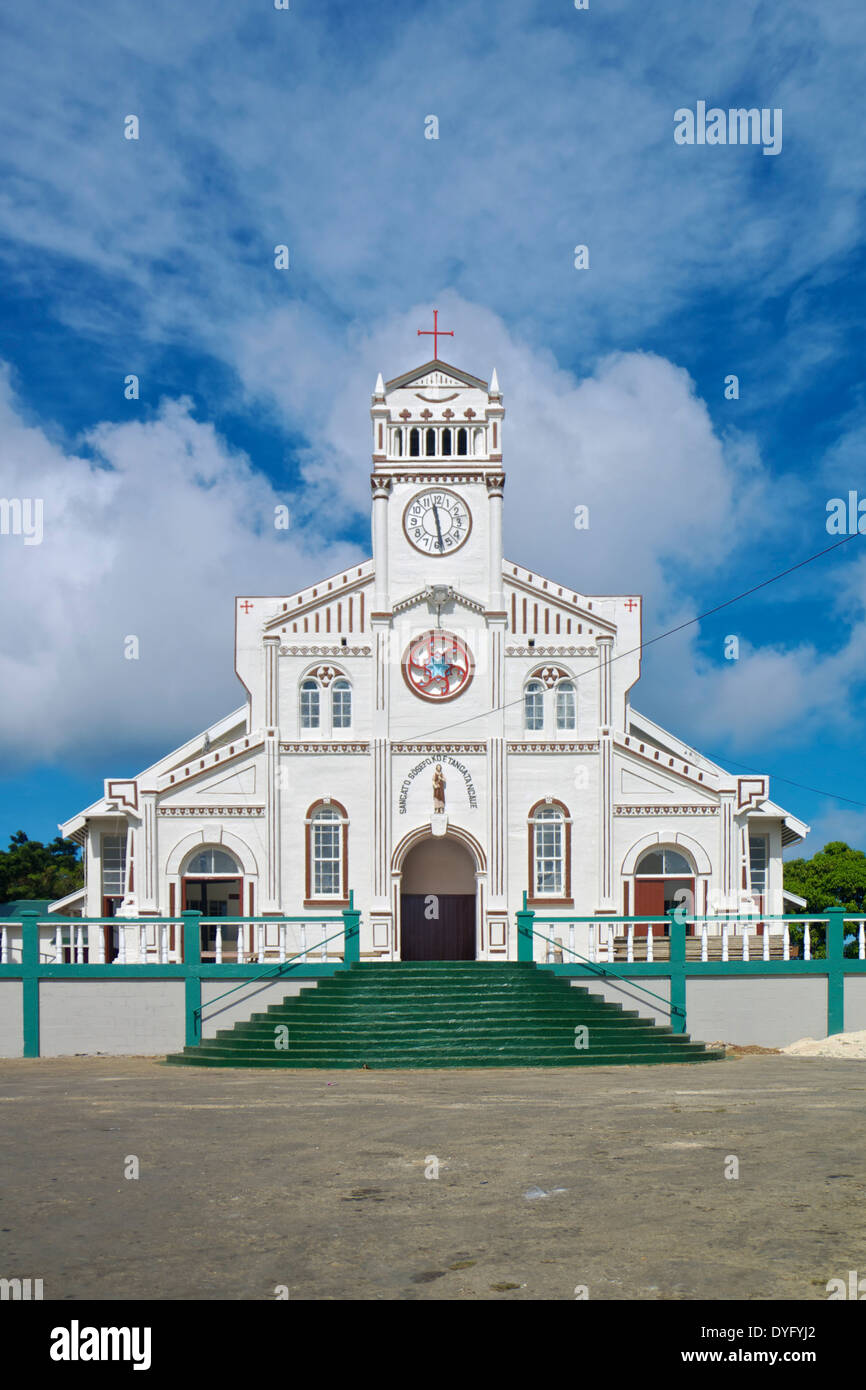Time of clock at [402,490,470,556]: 11:28
